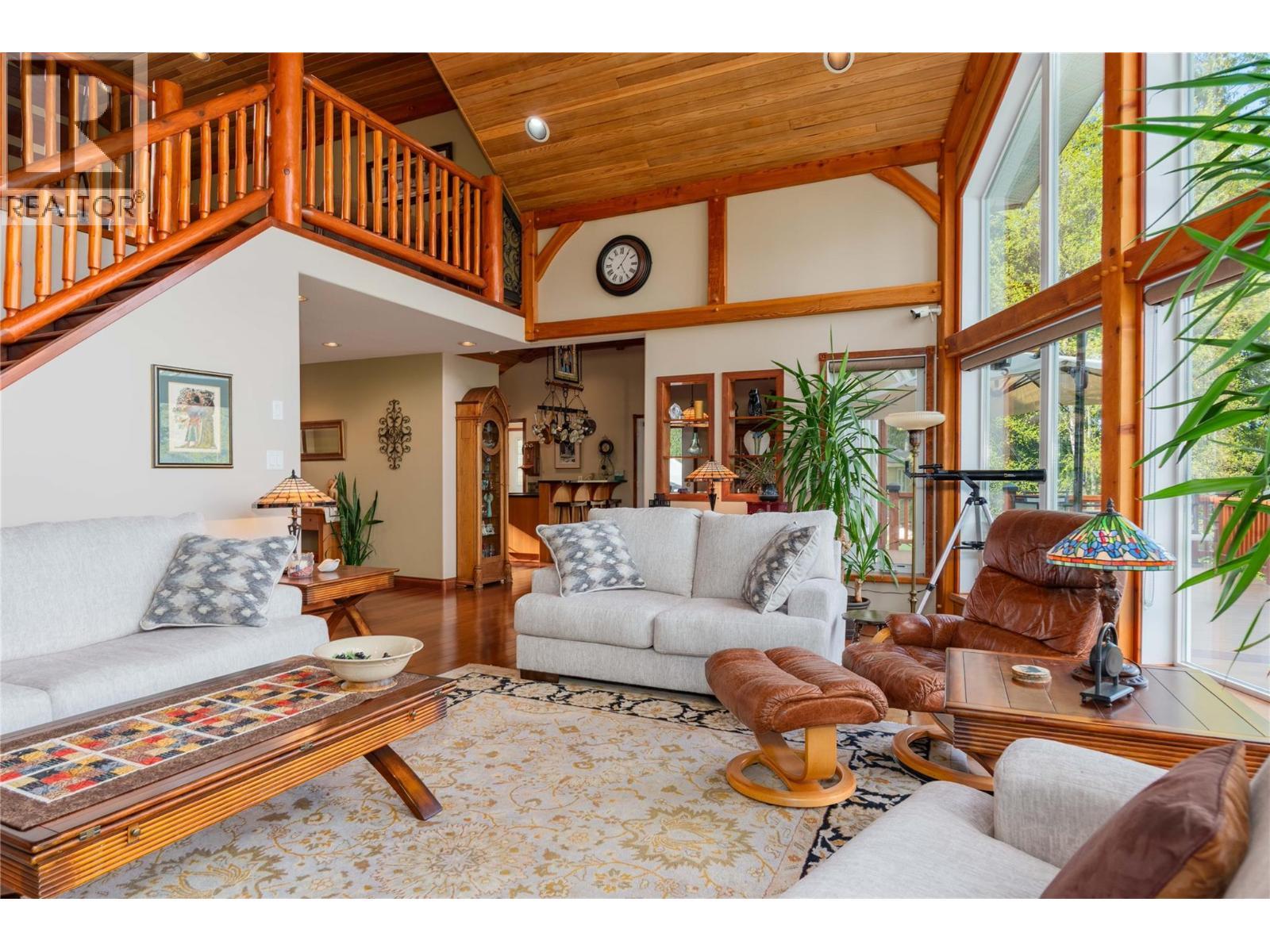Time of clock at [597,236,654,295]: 5:05
